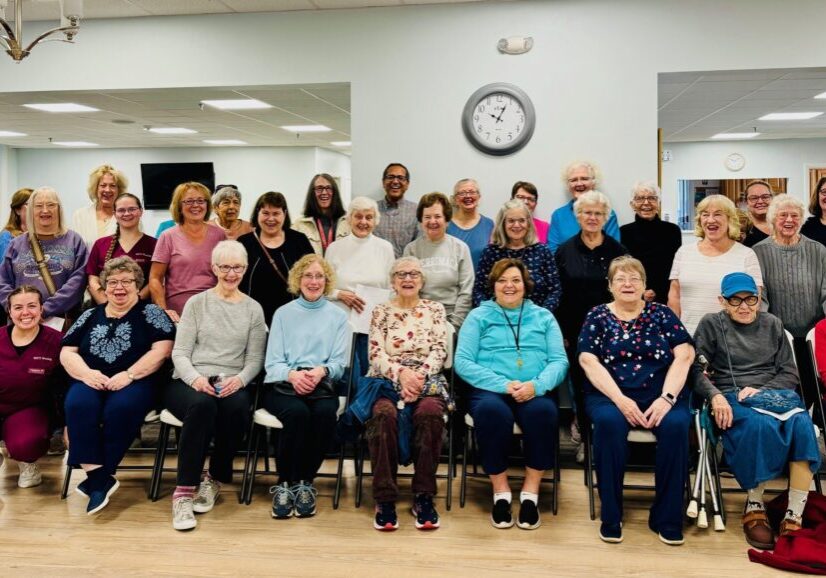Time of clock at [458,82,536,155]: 10:04
